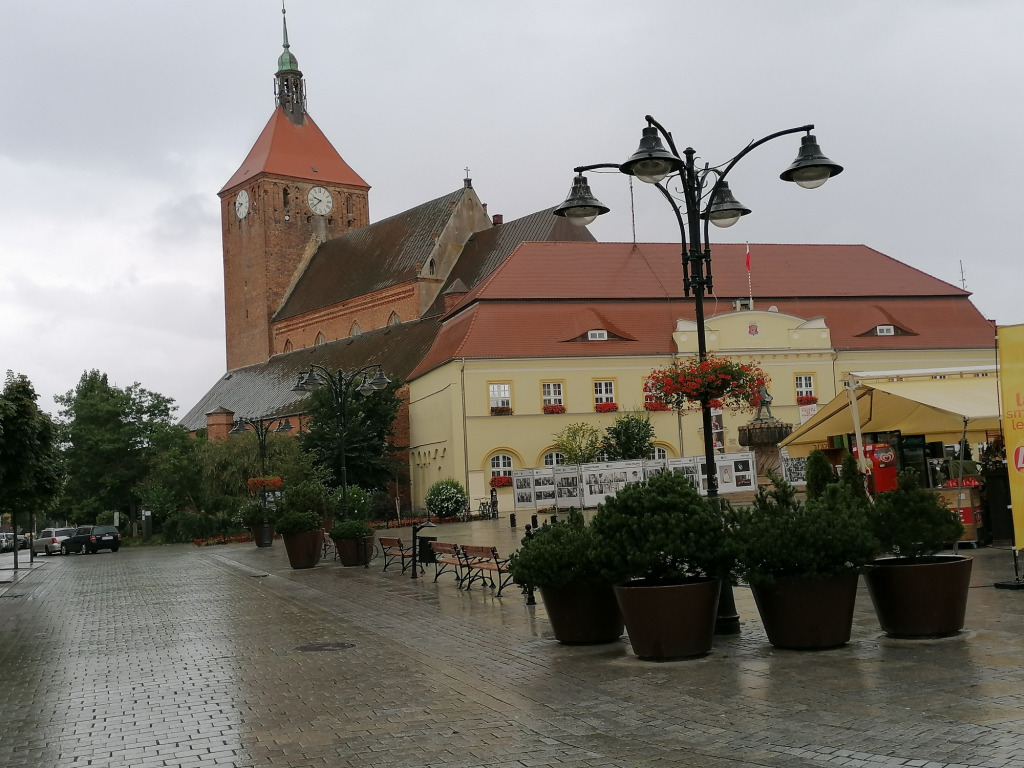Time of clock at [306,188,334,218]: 9:38
